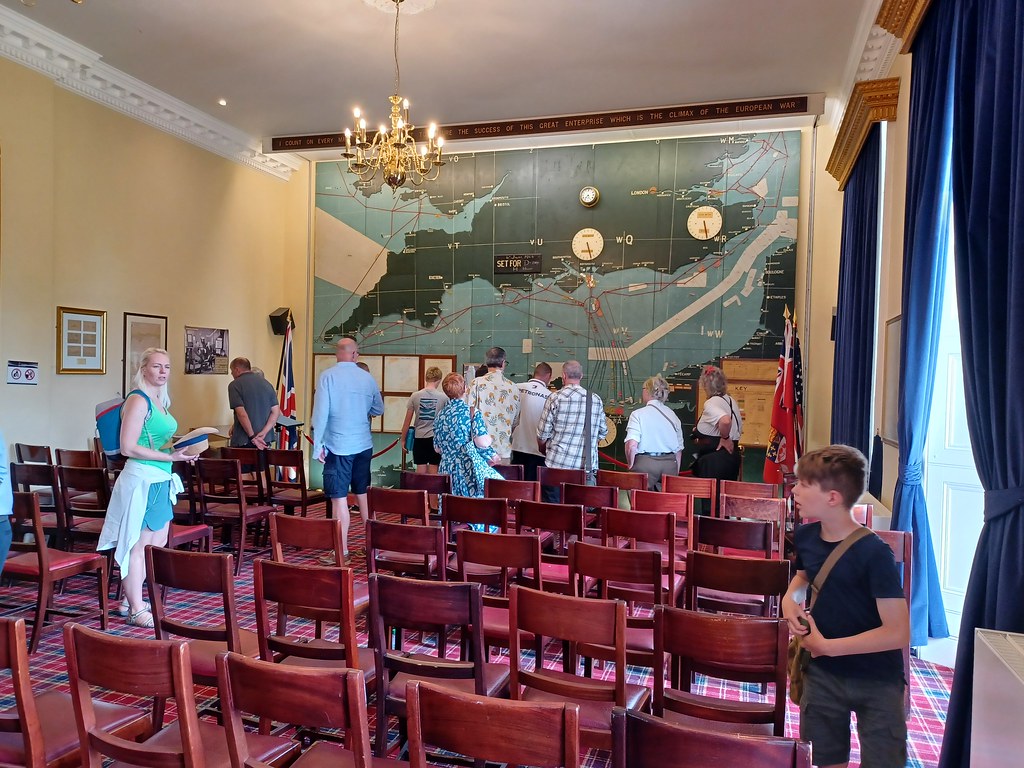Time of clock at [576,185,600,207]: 7:24
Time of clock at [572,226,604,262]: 5:27
